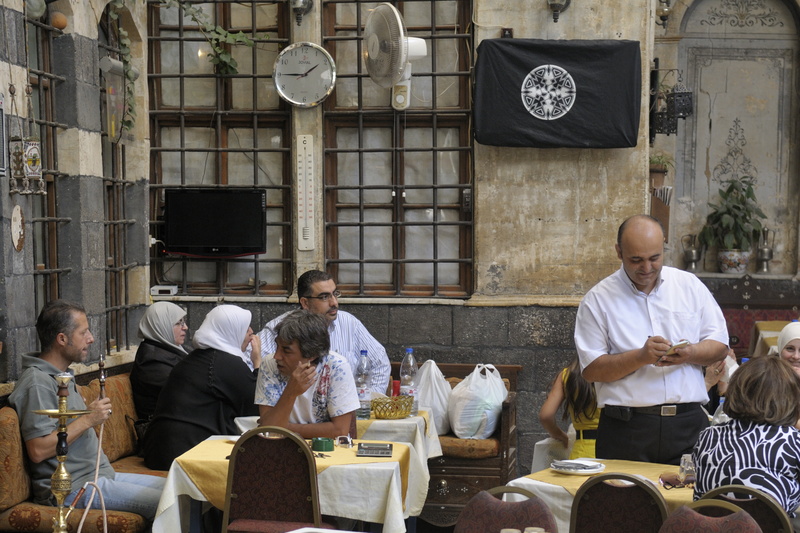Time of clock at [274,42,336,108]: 1:45
